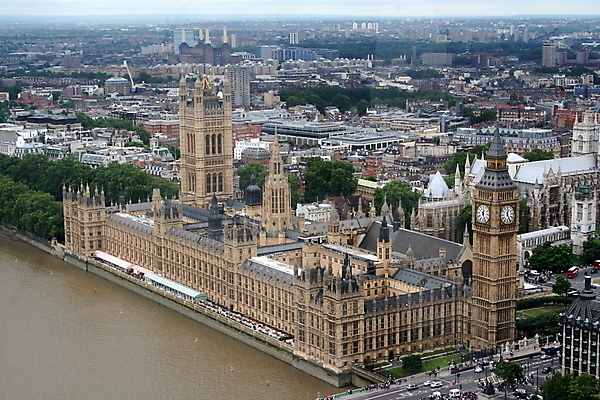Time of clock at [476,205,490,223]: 12:26
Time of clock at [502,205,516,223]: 12:26
